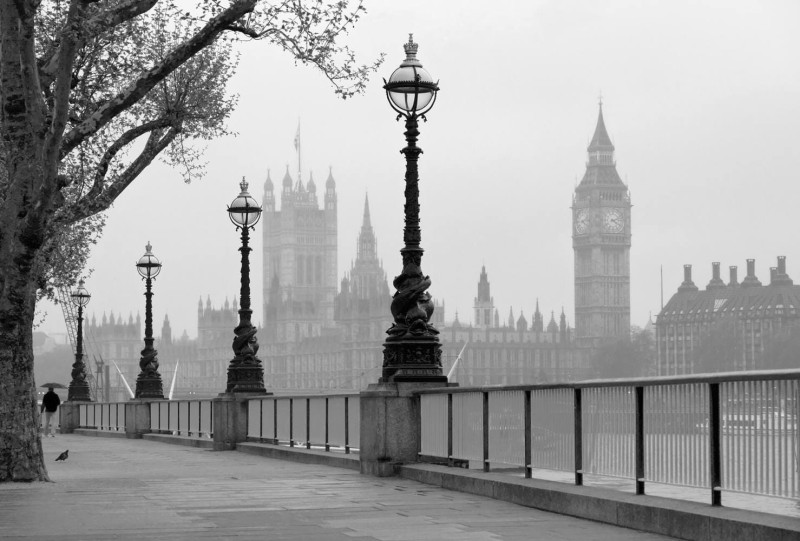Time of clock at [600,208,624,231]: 4:12
